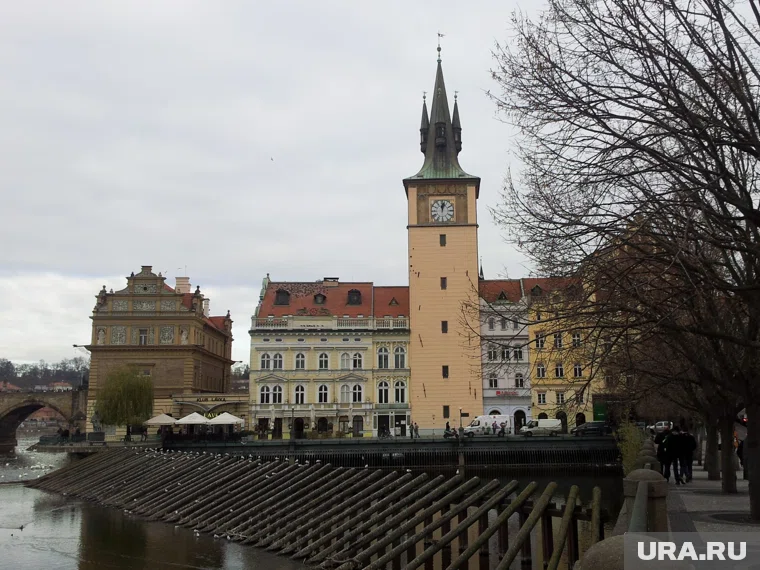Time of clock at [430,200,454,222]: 12:02
